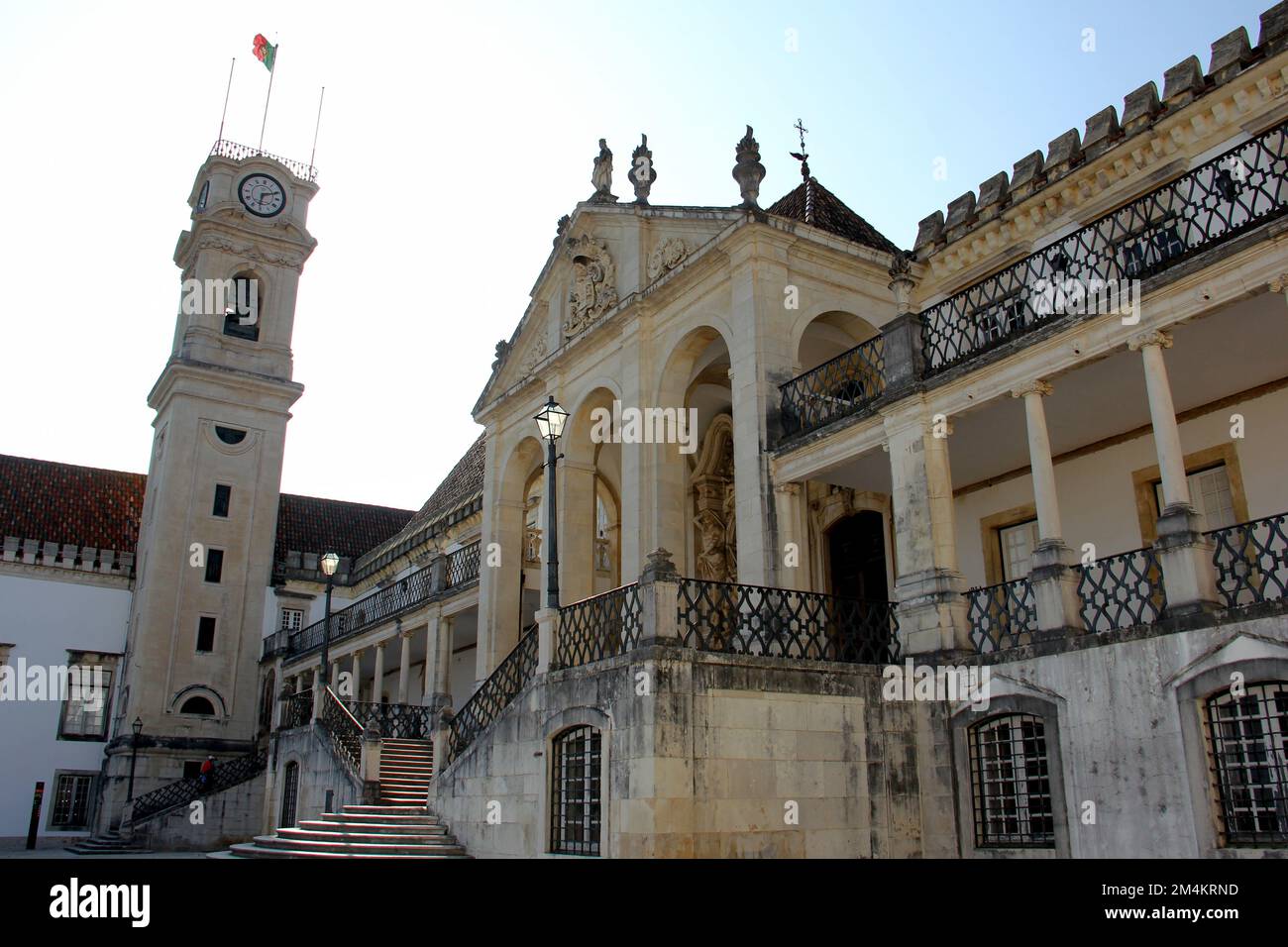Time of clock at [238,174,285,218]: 6:11
